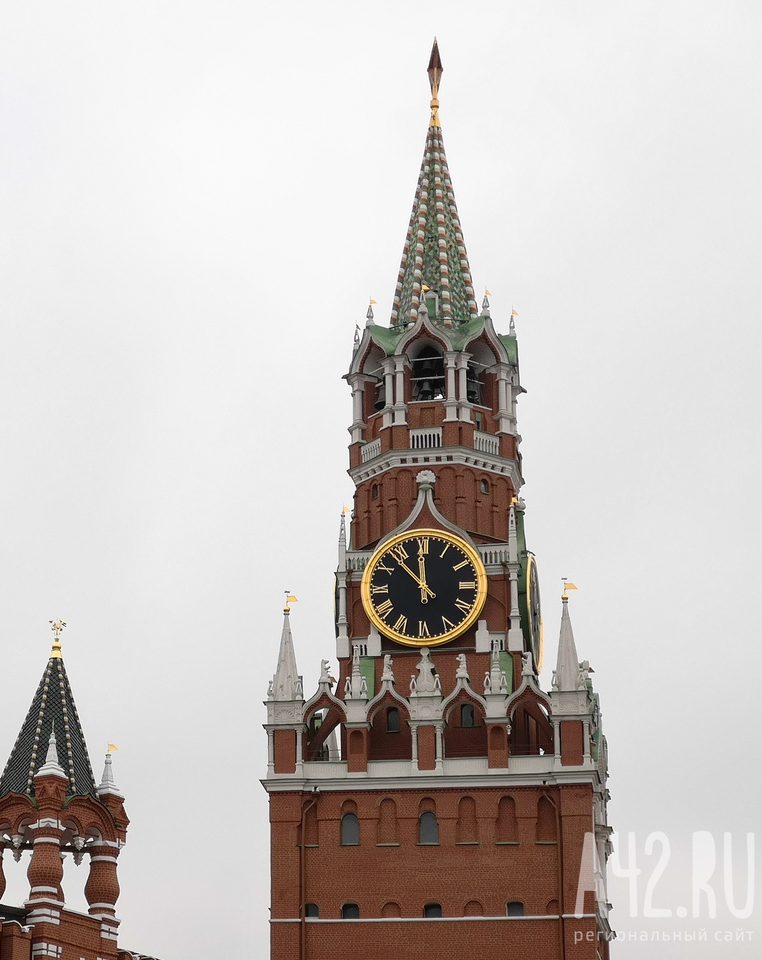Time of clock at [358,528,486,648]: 11:53
